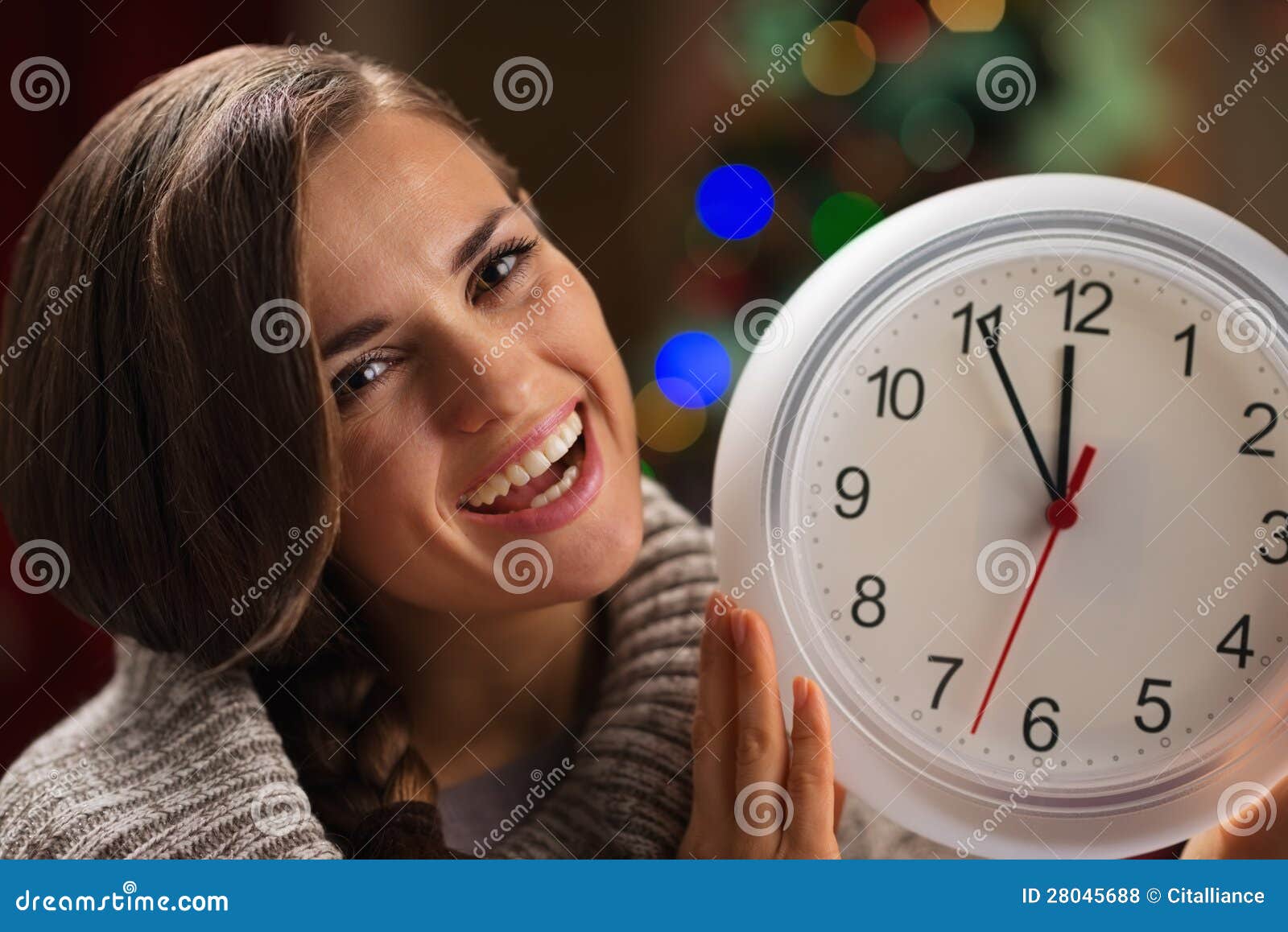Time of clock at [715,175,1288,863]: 11:55
